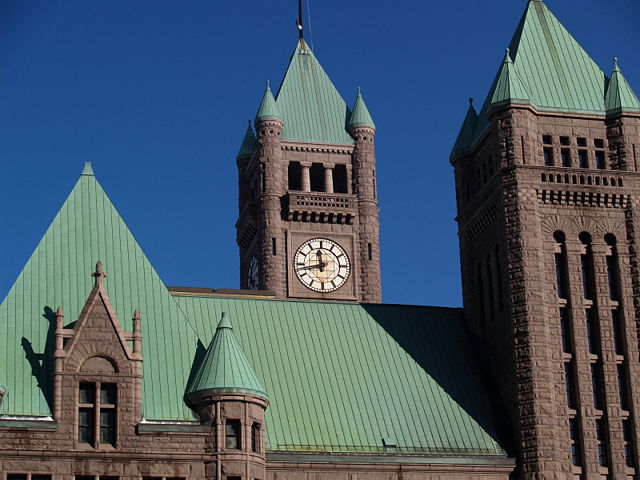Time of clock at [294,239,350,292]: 11:43
